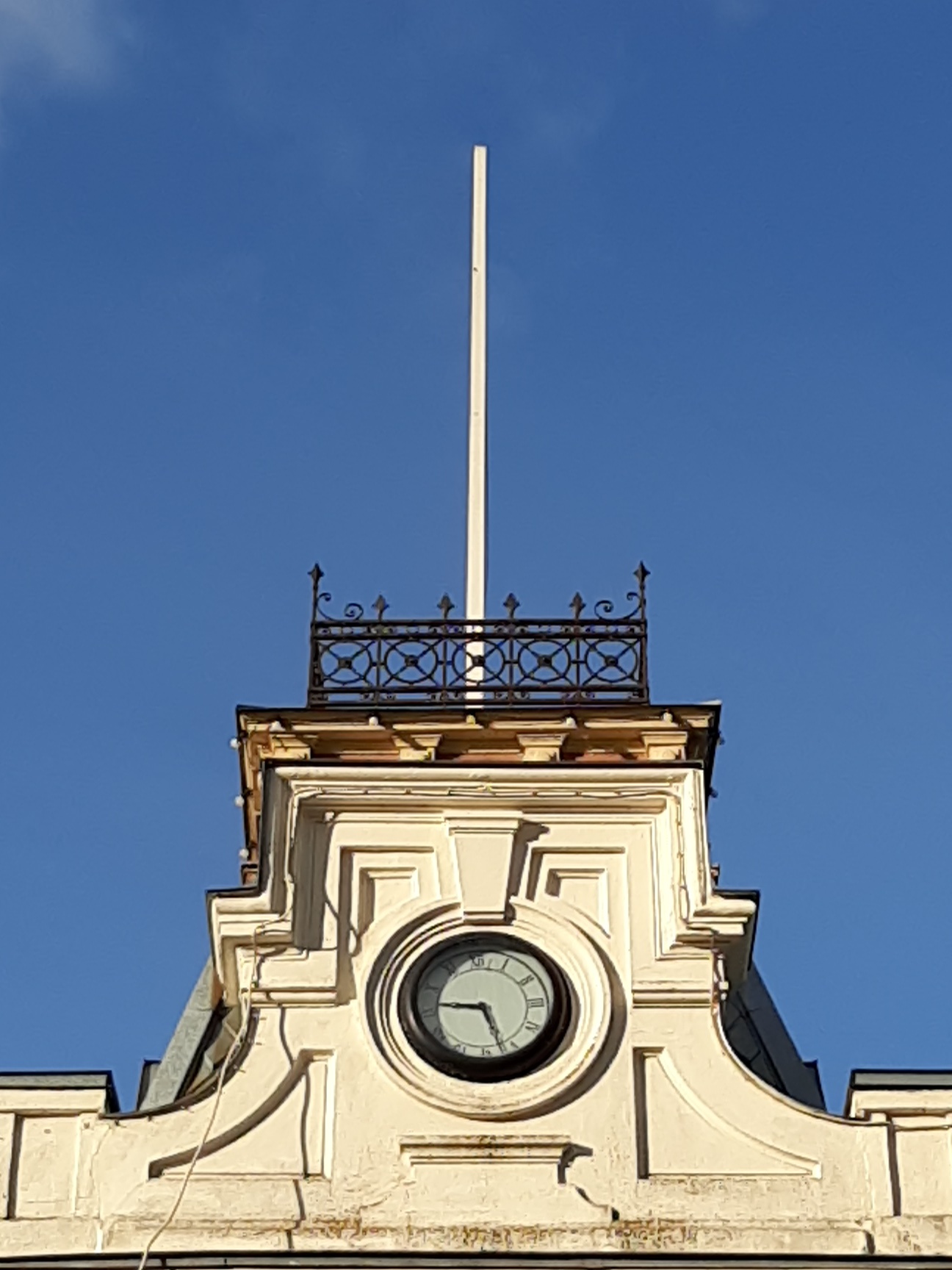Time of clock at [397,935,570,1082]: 9:27
